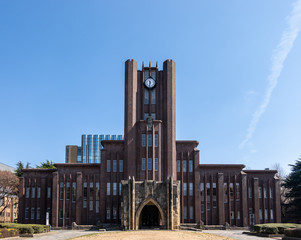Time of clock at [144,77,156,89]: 11:32
